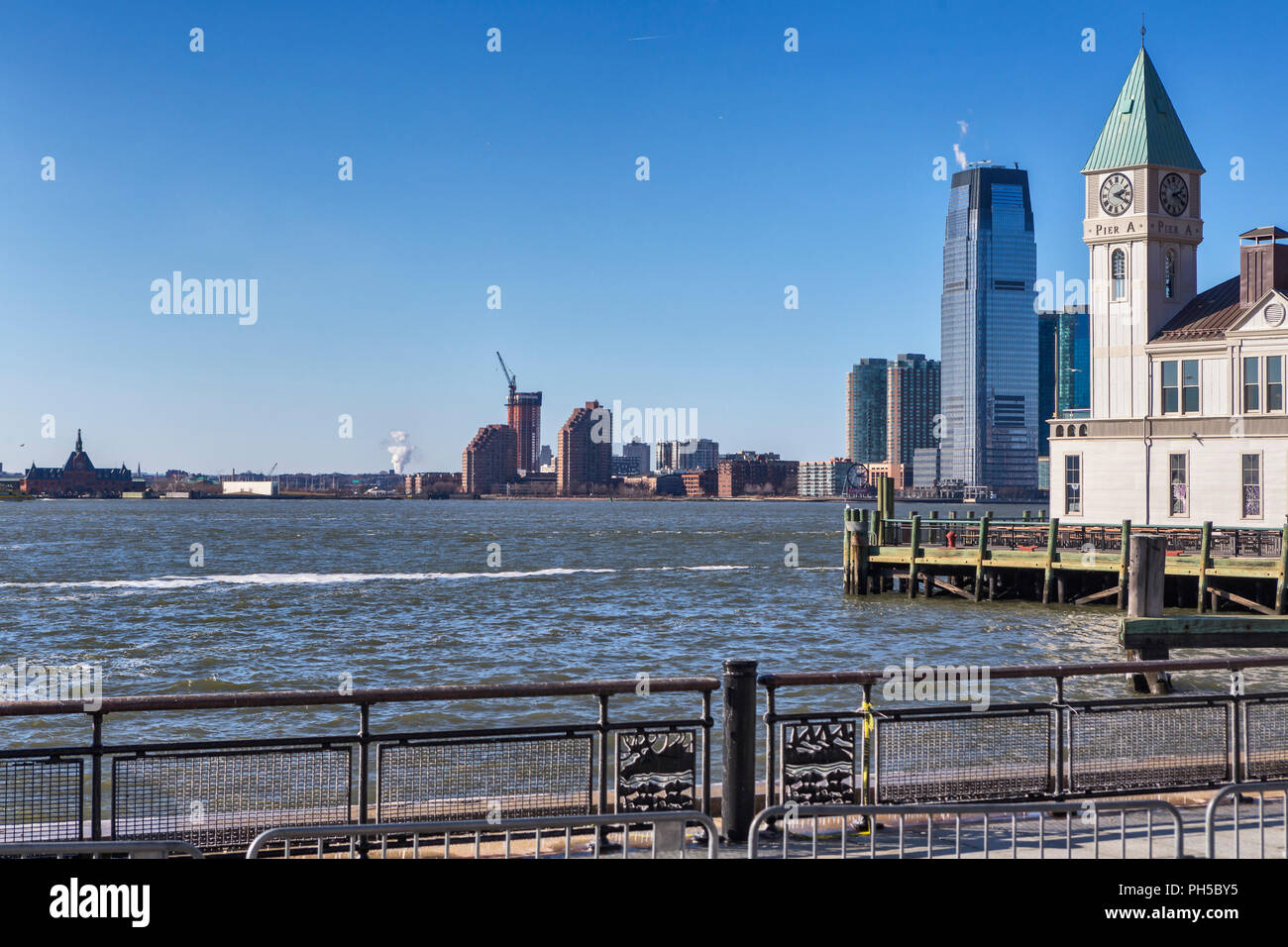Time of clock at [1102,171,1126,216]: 2:20
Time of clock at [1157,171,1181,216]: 2:19
